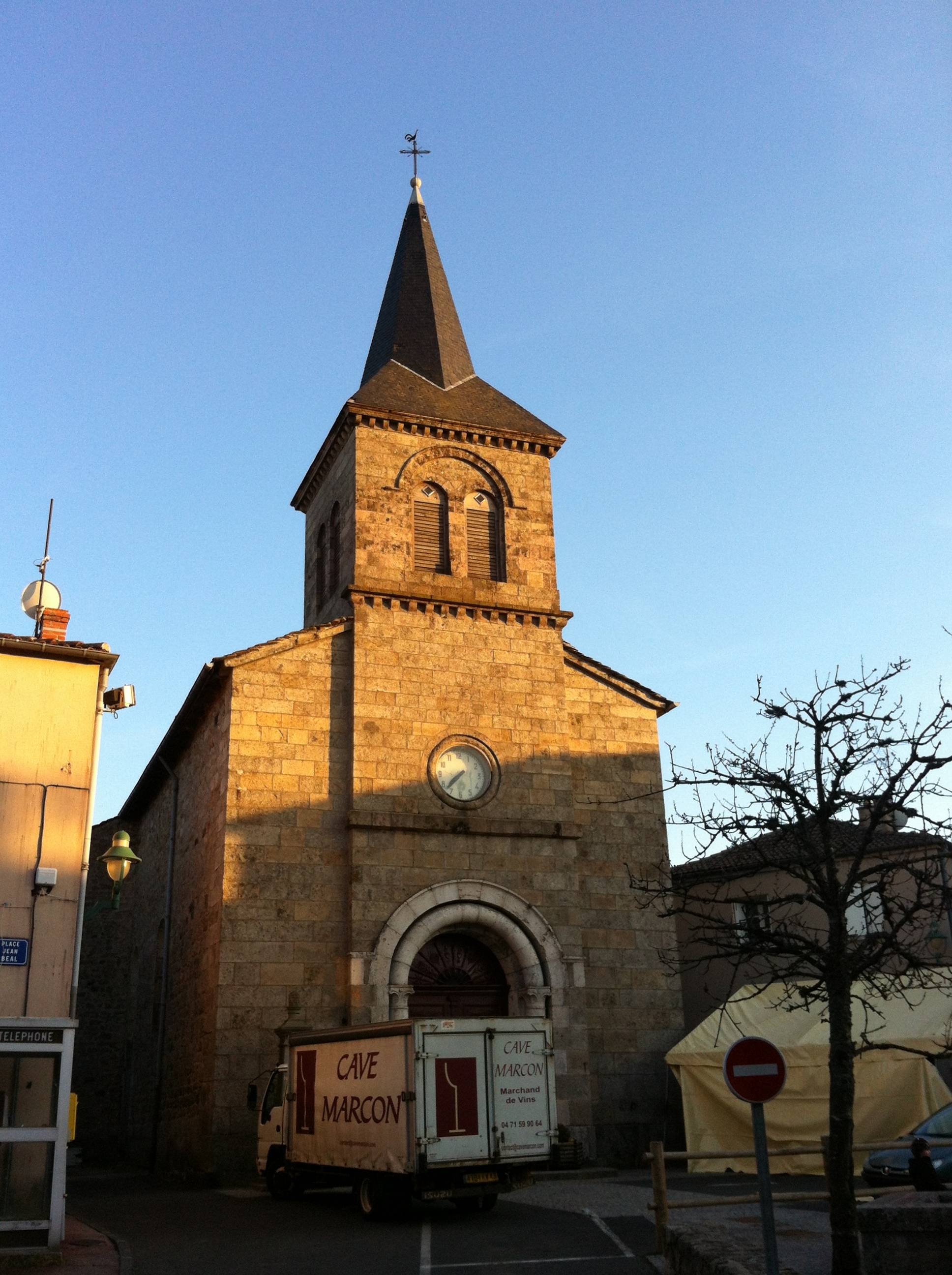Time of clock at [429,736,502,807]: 7:37
